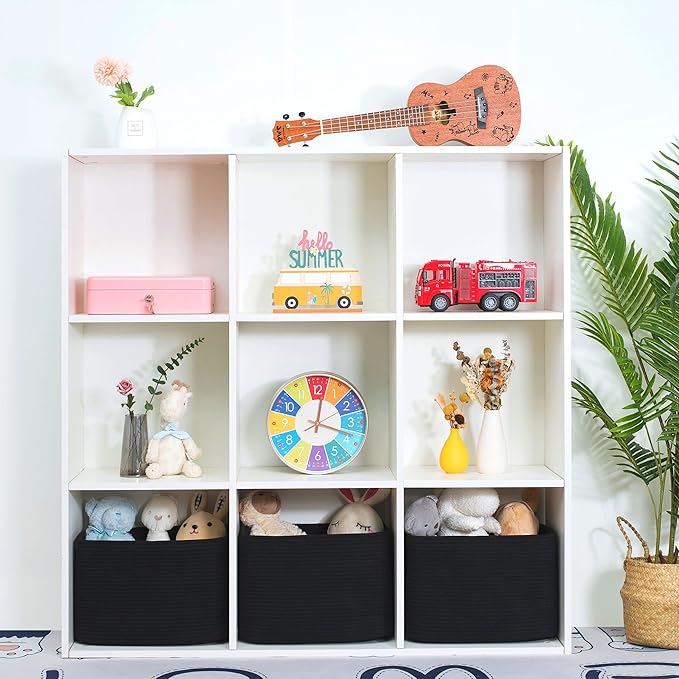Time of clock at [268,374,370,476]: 12:18
